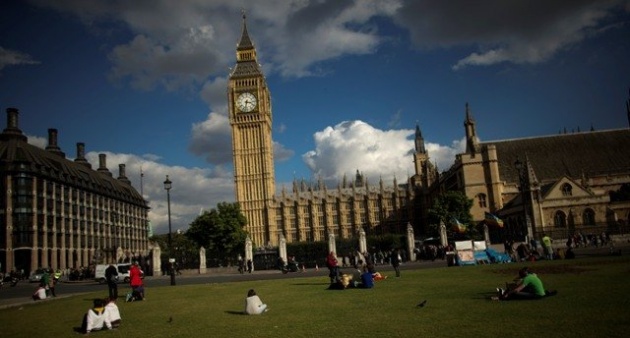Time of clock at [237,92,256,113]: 3:32
